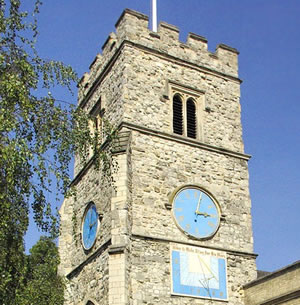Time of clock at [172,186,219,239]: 3:02
